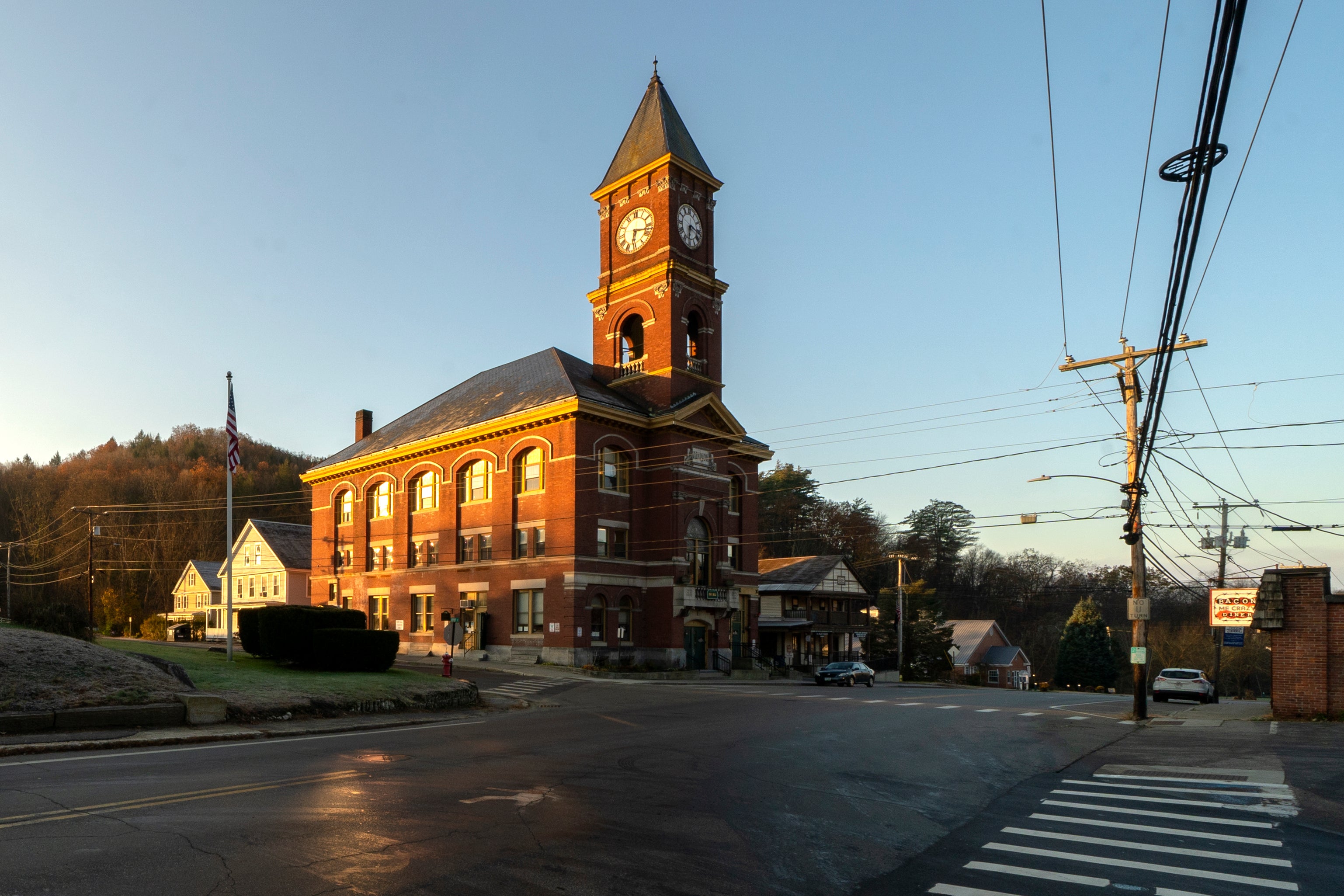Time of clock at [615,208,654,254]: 6:16
